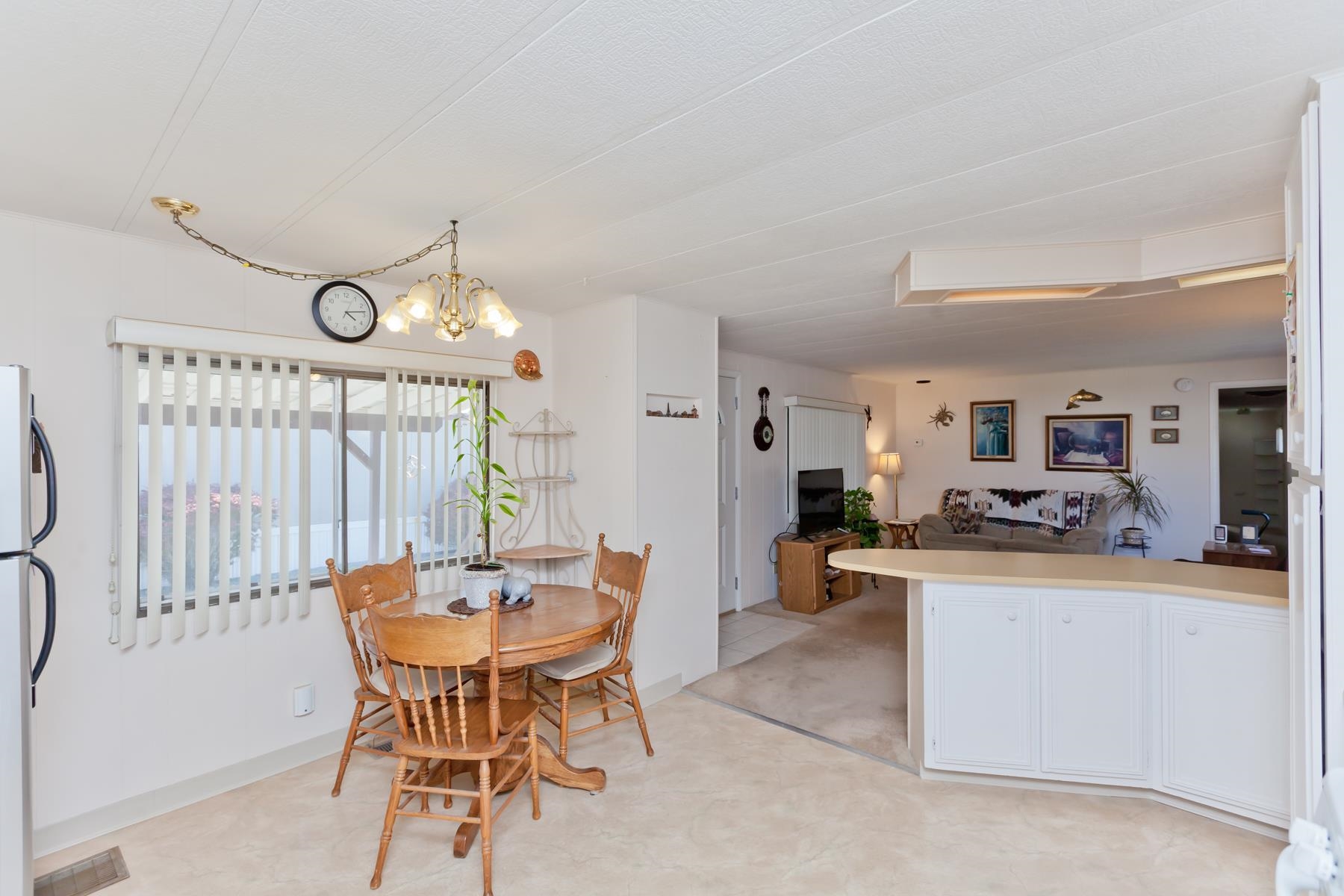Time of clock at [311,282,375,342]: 4:13
